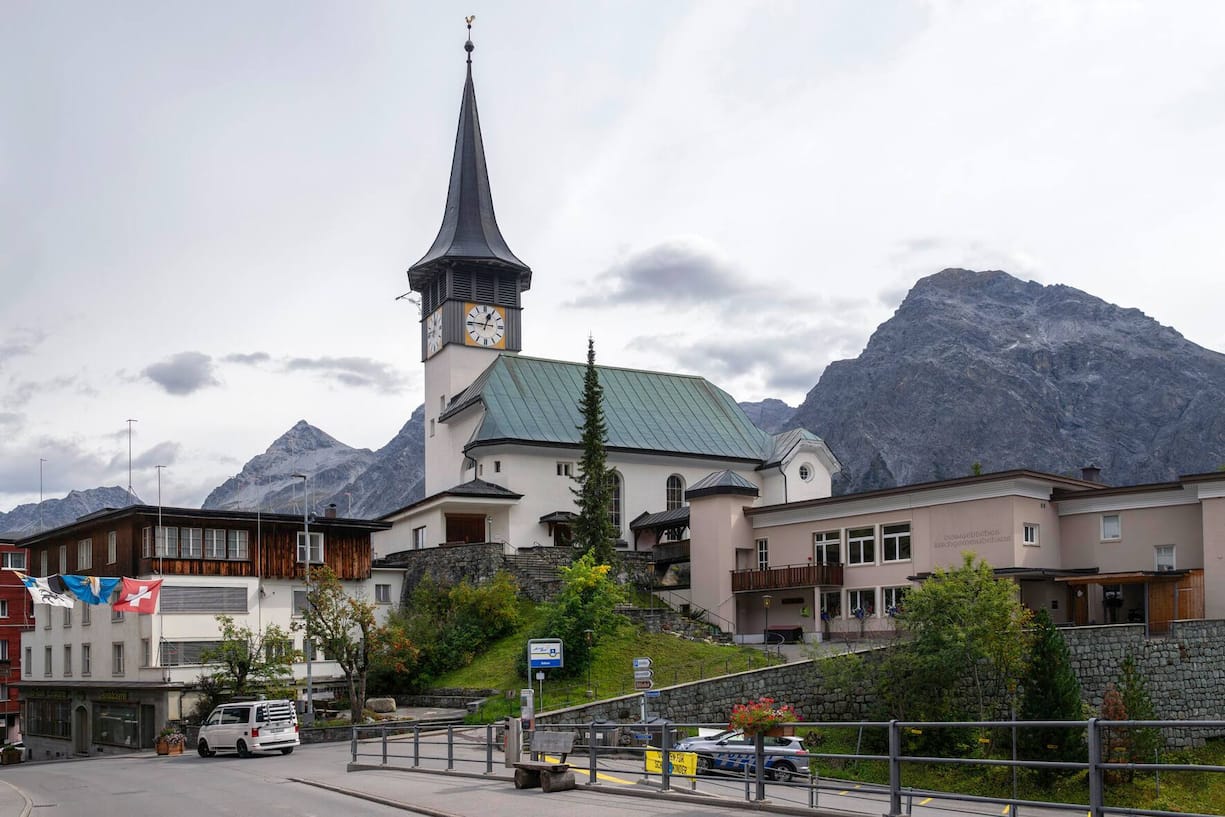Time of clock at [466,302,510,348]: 12:46
